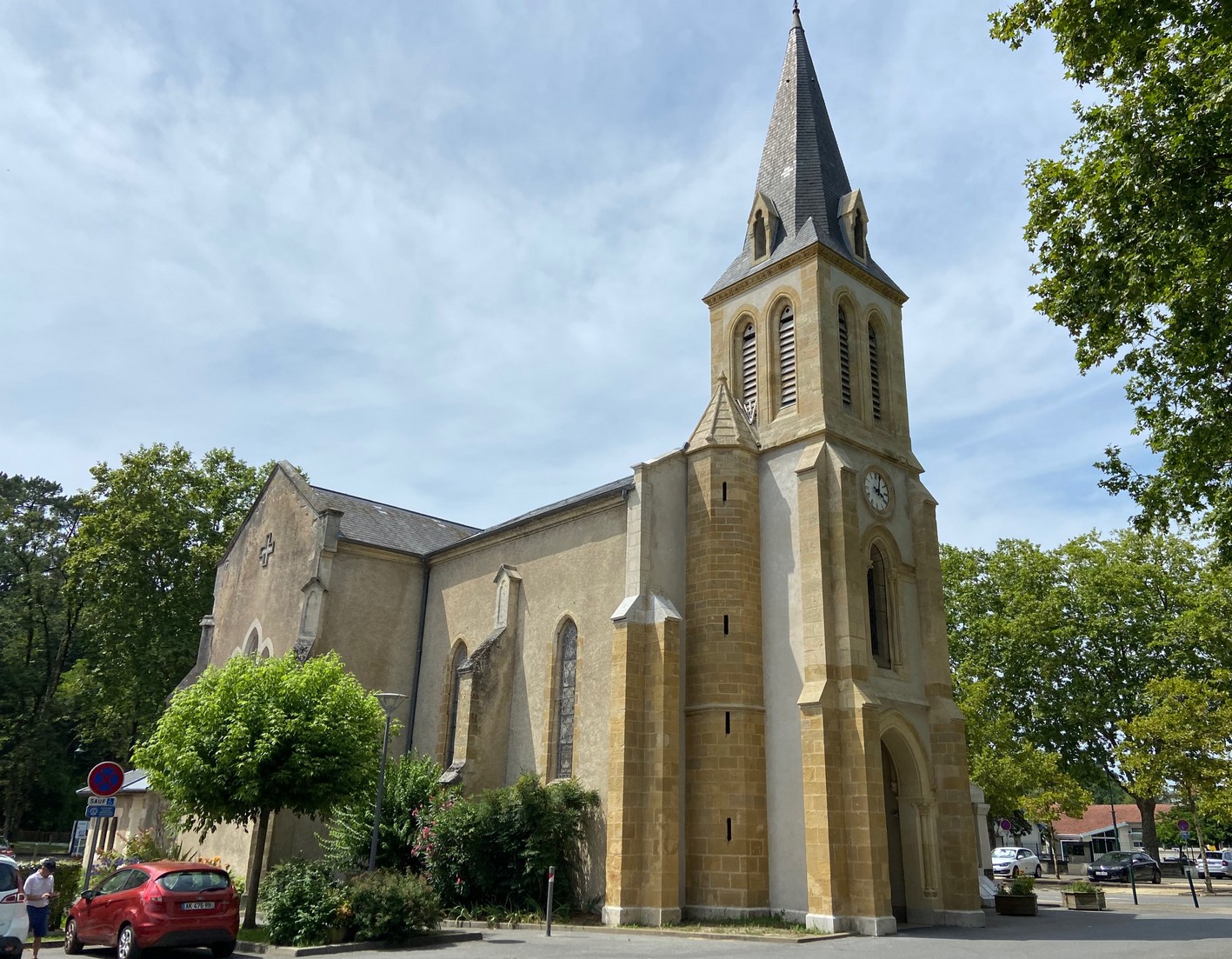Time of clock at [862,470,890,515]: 4:02
